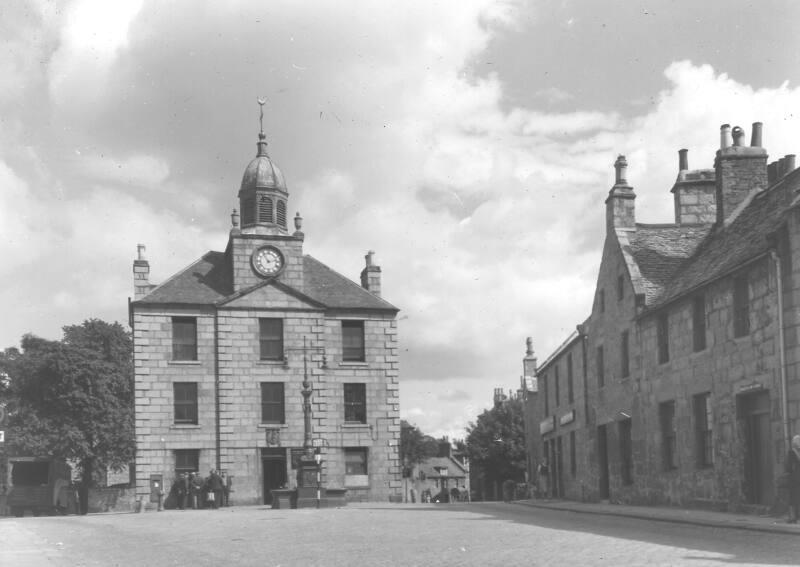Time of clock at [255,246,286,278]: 11:12
